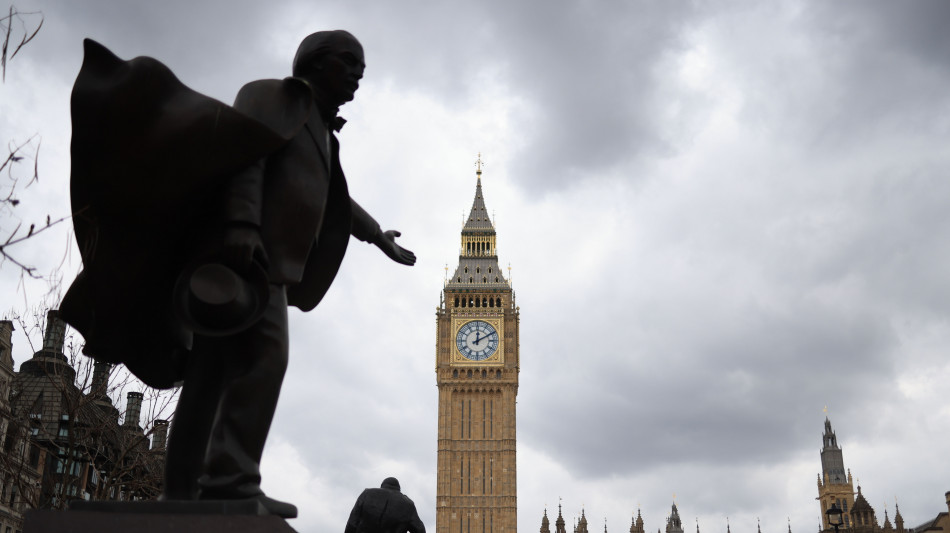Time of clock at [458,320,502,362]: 12:10
